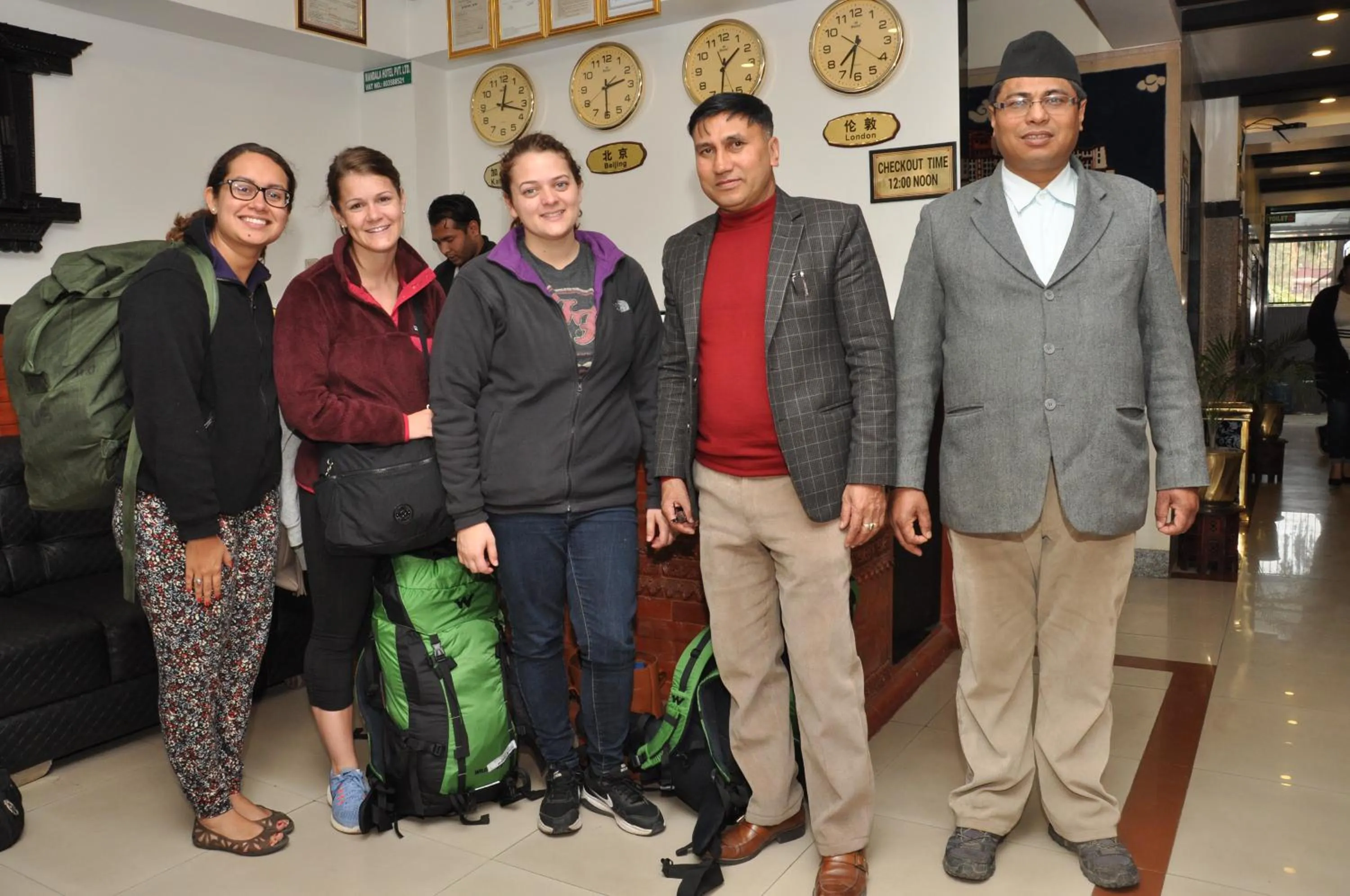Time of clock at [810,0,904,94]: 7:32
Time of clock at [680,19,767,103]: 1:31
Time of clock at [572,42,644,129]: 2:30
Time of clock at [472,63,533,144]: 12:17
